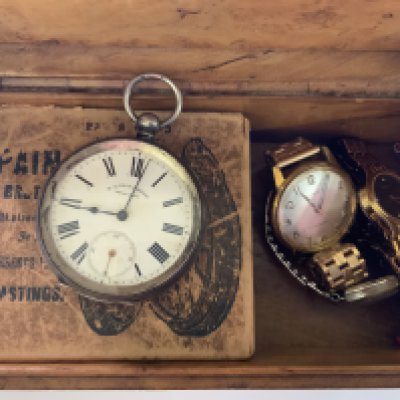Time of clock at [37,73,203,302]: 9:01
